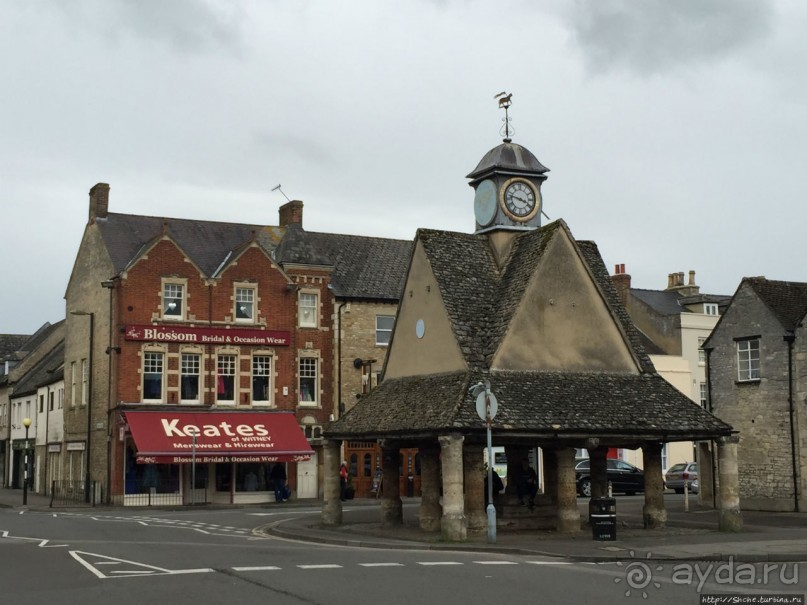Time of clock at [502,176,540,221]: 3:47
